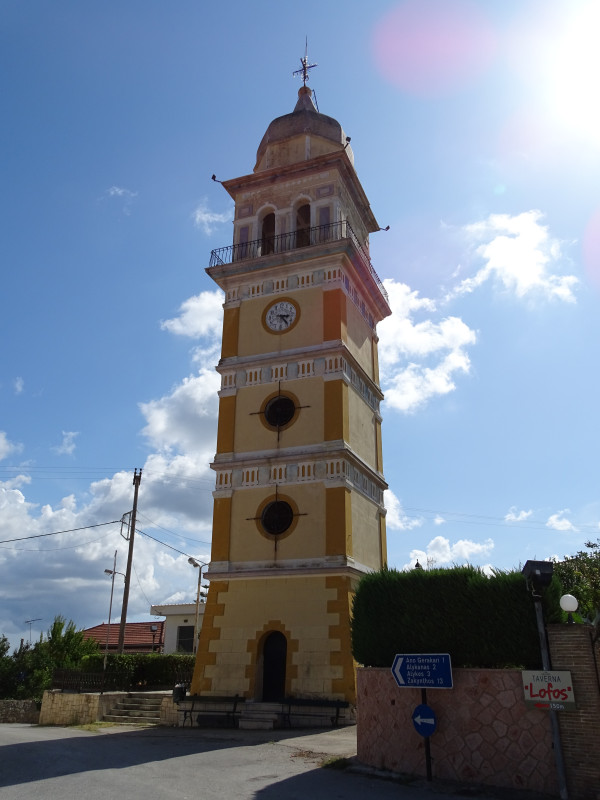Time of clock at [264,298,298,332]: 3:23
